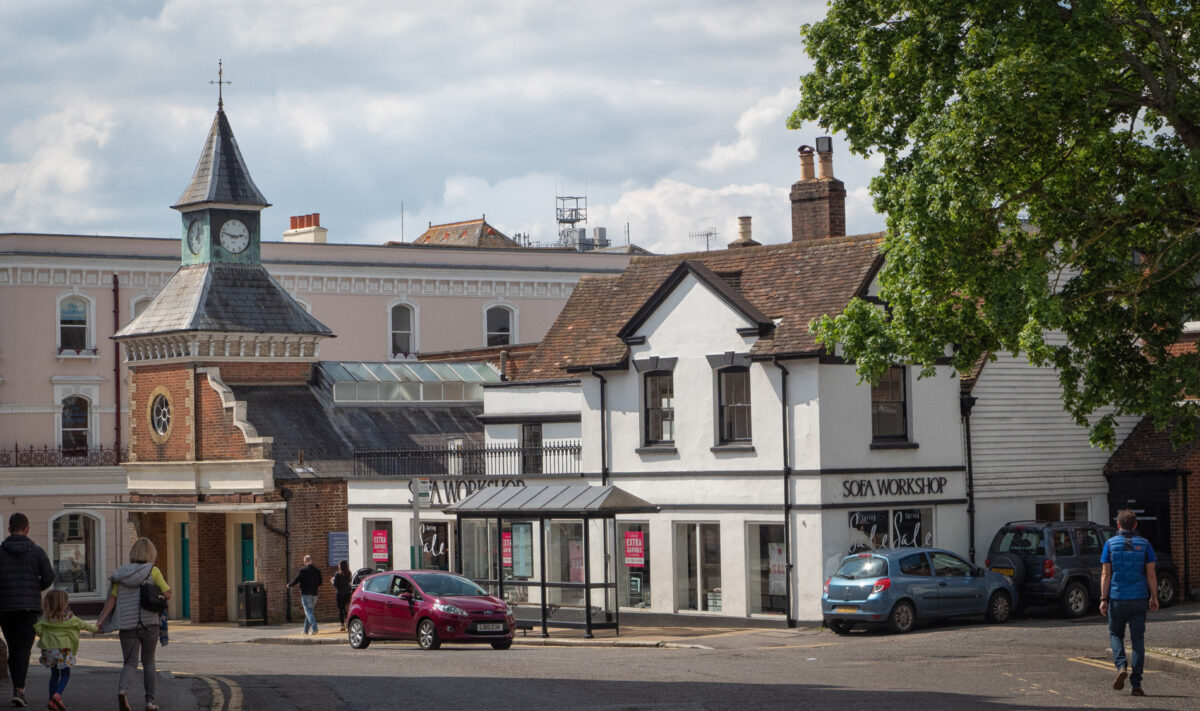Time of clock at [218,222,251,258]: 2:47
